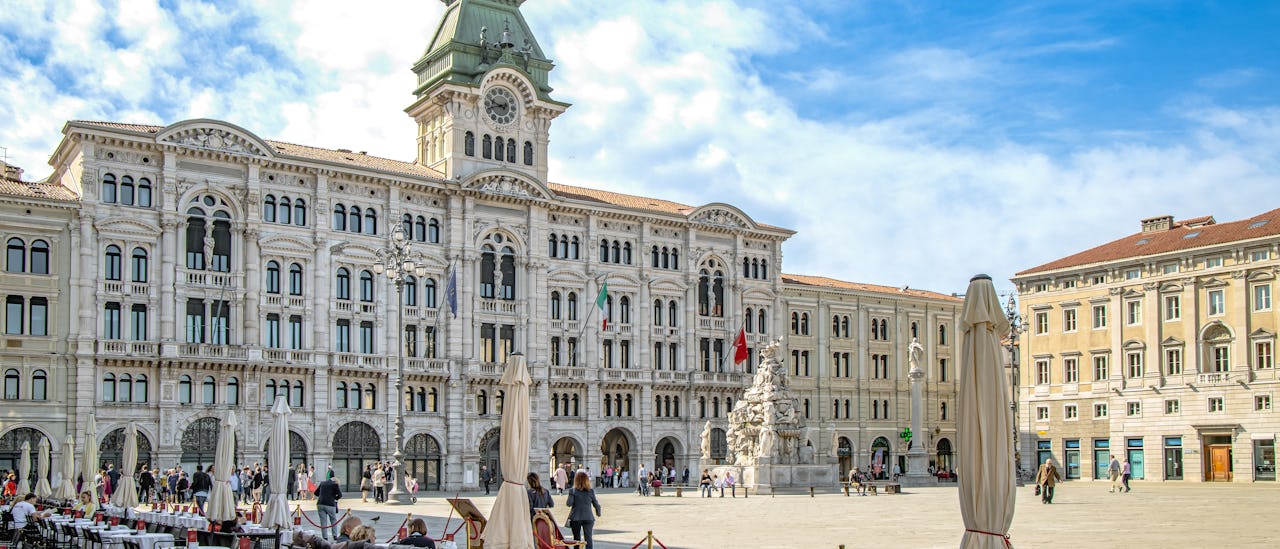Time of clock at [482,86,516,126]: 9:42
